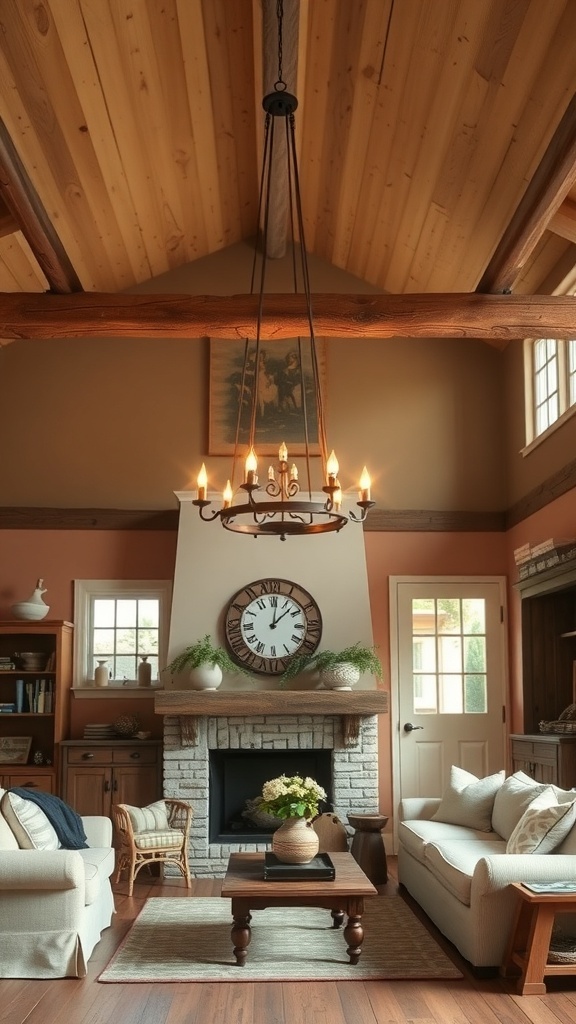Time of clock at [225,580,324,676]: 12:07
